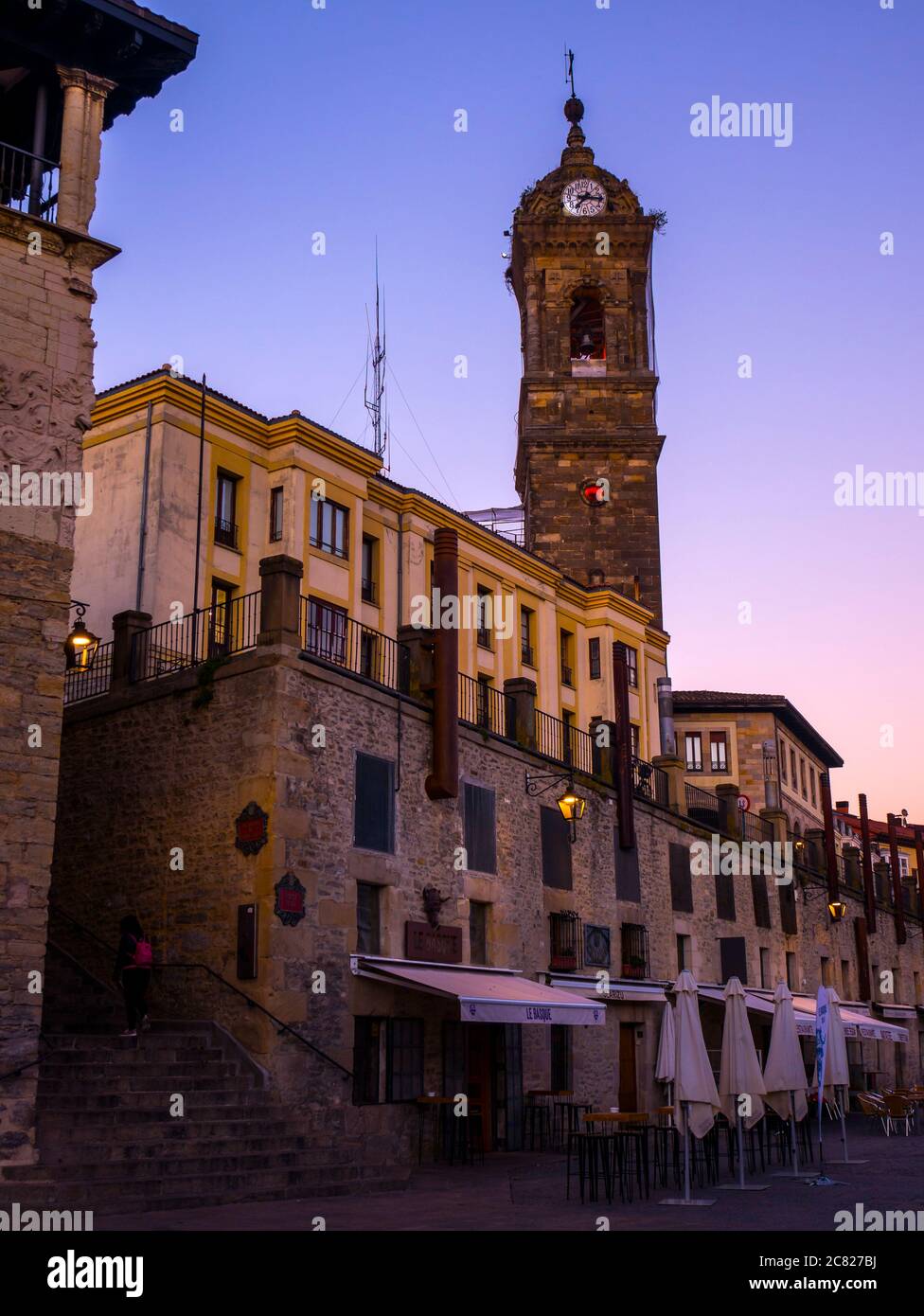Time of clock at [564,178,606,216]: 7:15
